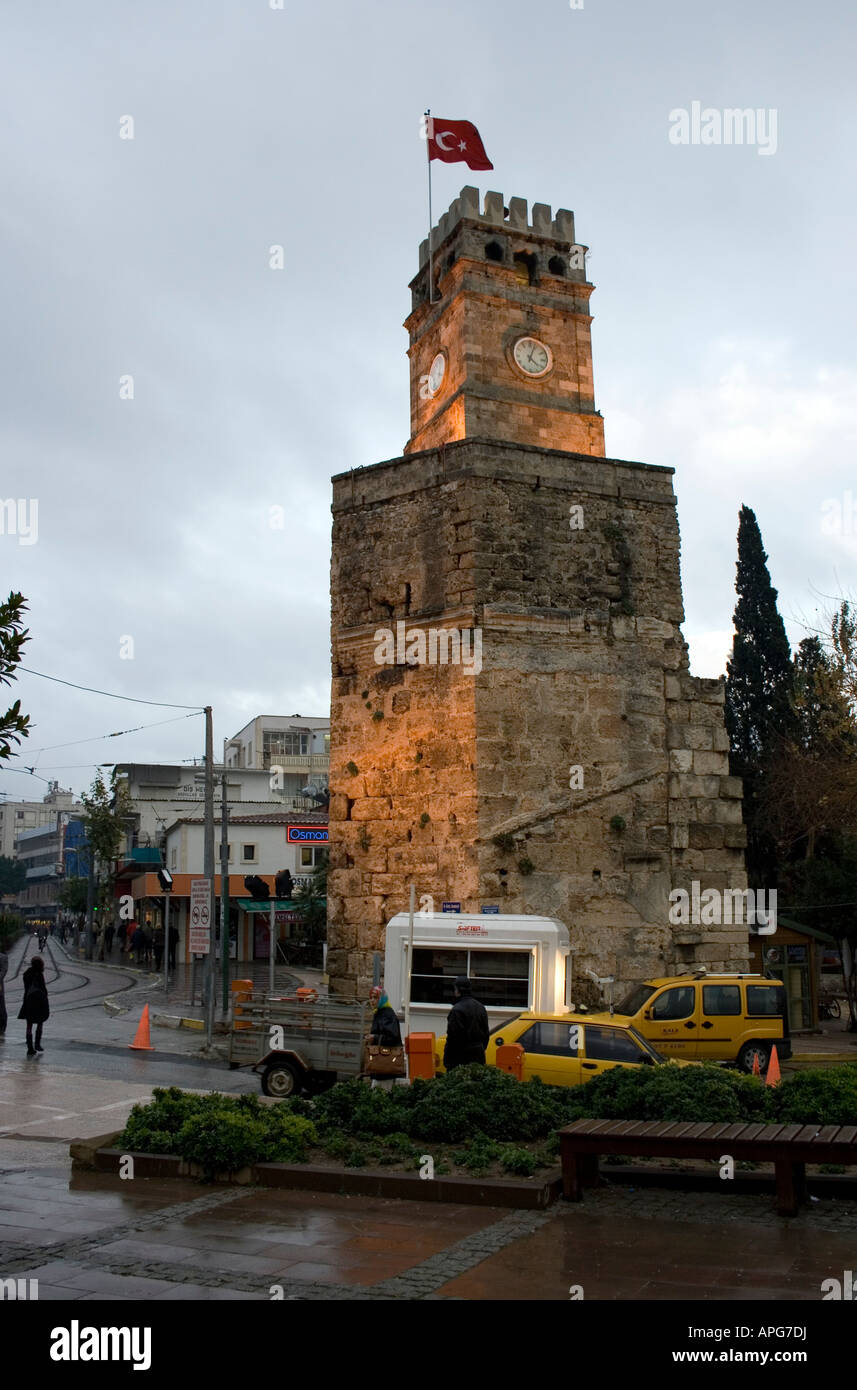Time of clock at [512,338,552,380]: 4:03
